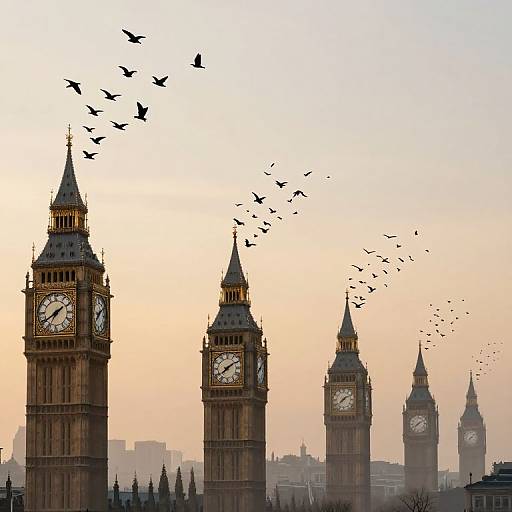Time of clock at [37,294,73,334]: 1:39
